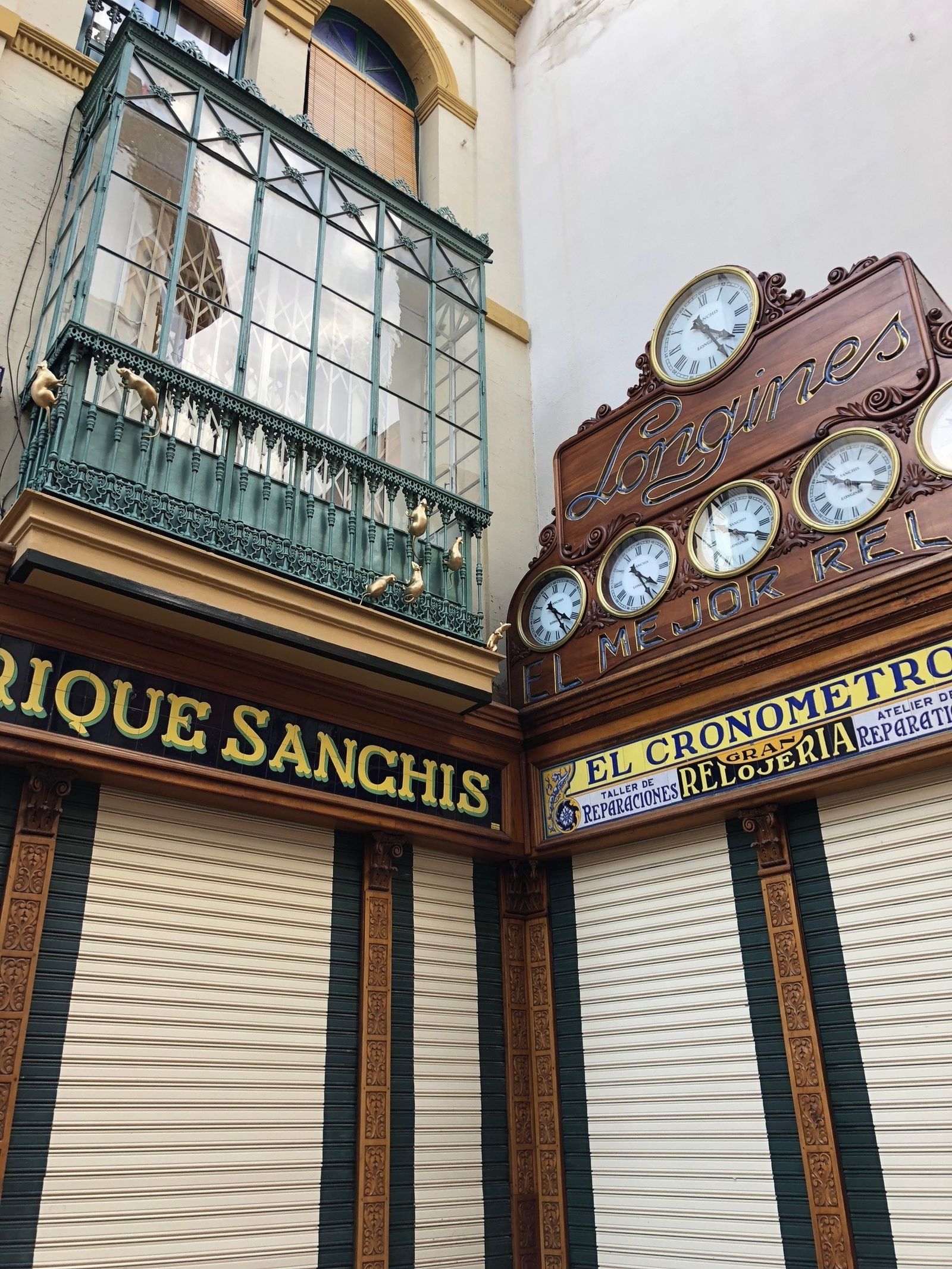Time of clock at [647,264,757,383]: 3:21
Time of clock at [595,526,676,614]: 4:26
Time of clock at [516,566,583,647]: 4:26
